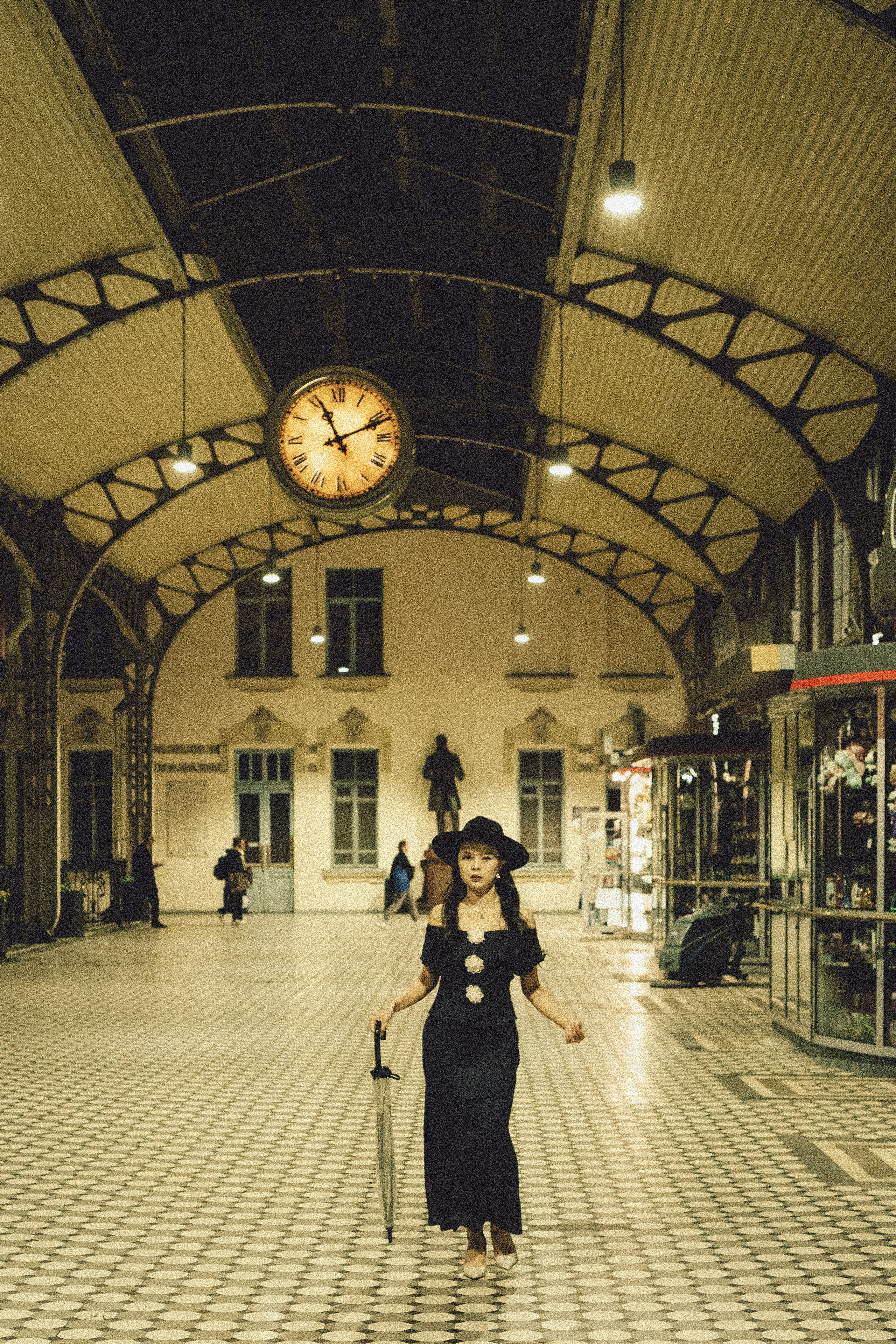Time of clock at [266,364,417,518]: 11:11
